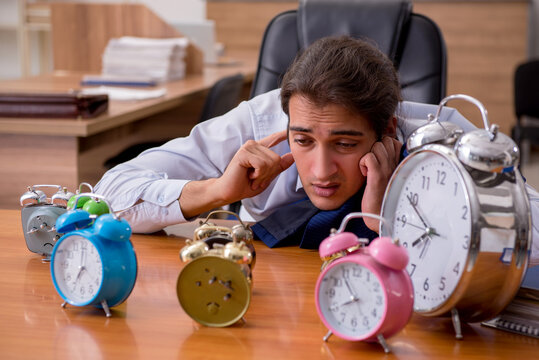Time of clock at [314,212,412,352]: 7:54
